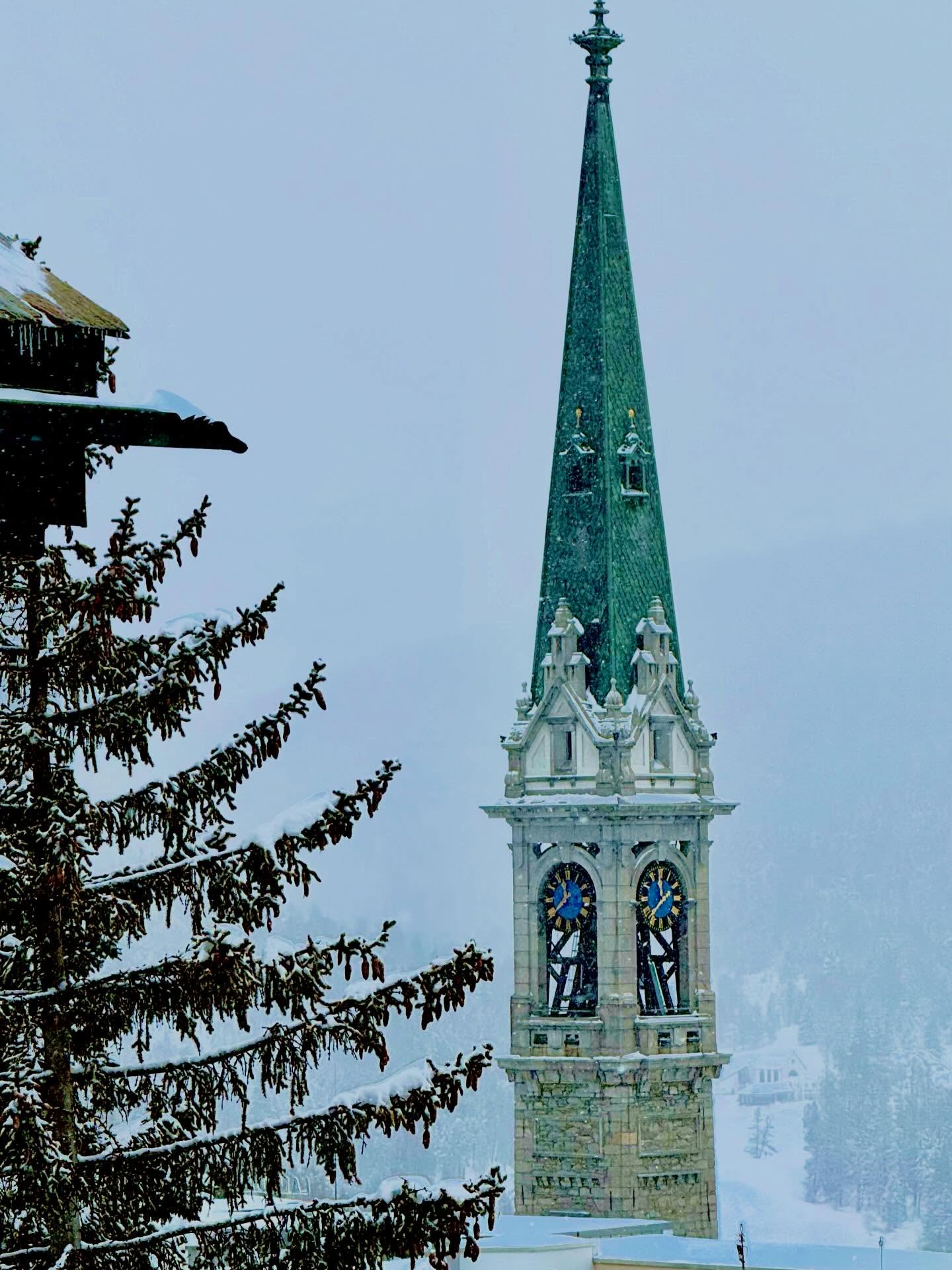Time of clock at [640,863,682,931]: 11:38
